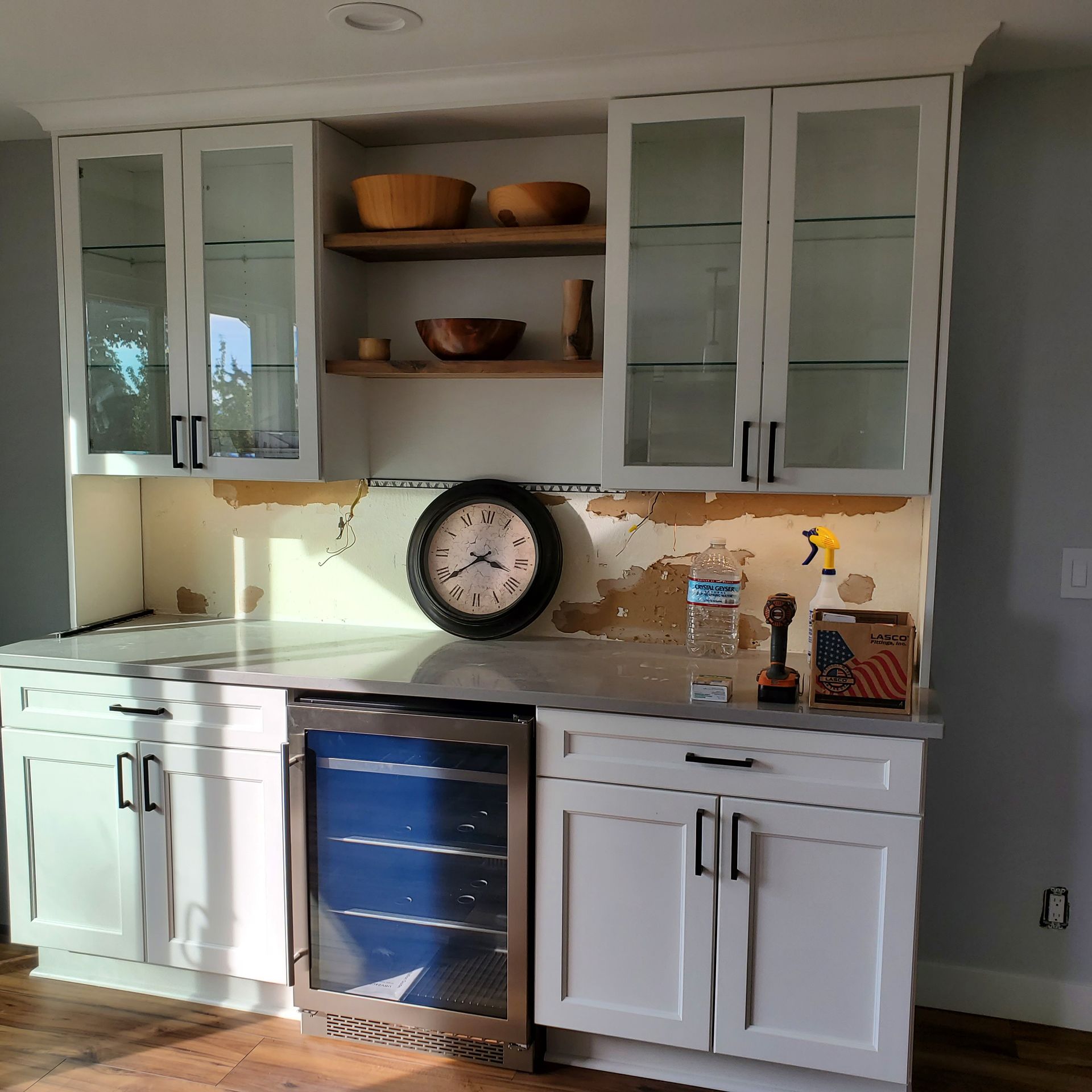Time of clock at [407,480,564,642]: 3:38
